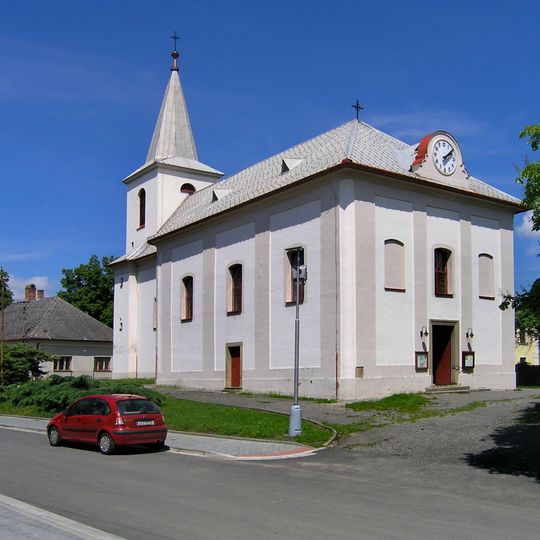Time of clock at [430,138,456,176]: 2:09
